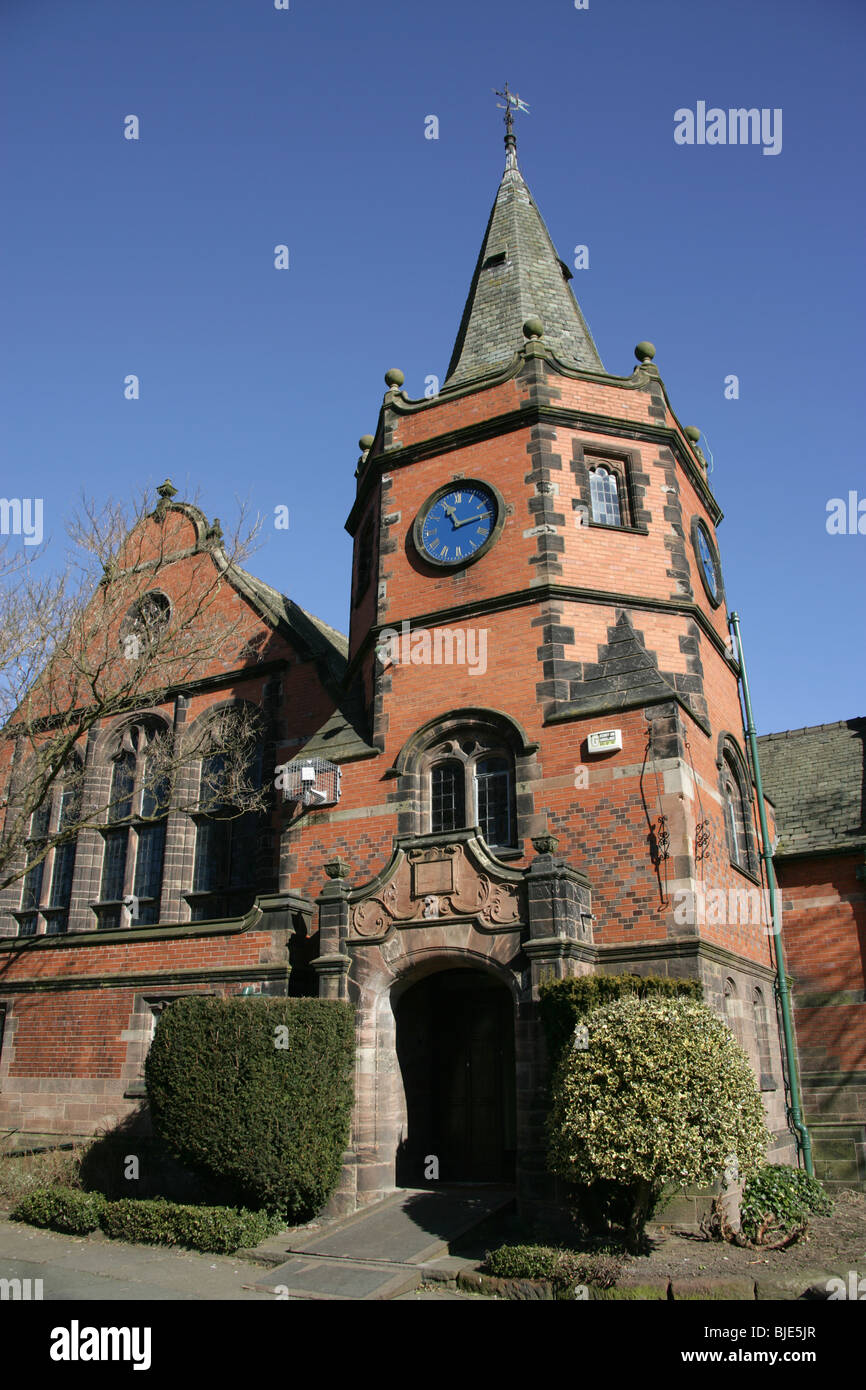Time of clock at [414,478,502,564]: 11:13
